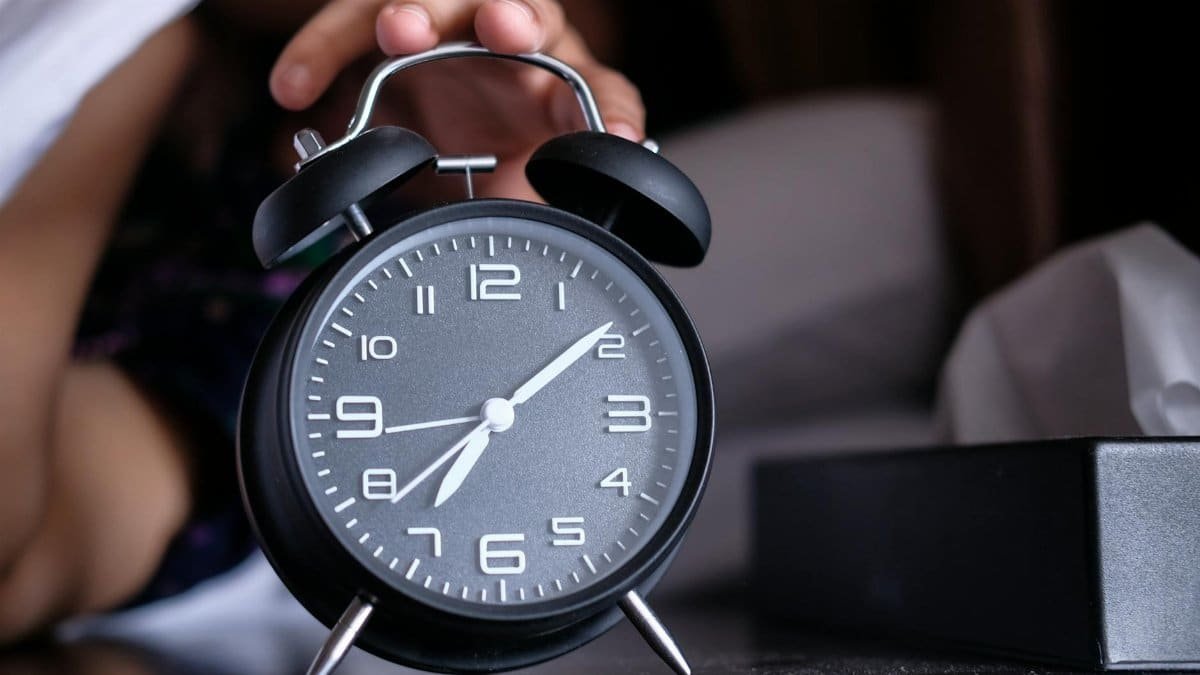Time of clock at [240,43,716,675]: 7:08
